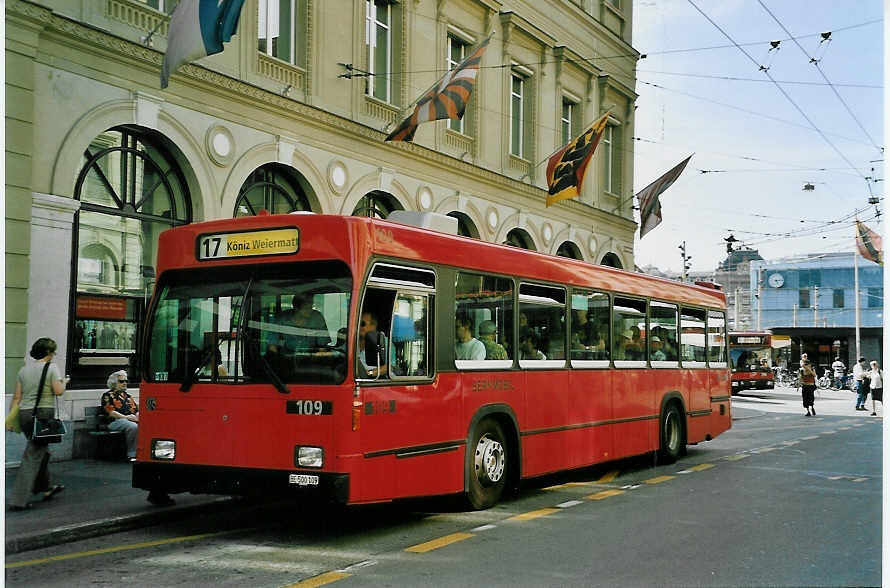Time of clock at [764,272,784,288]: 5:14
